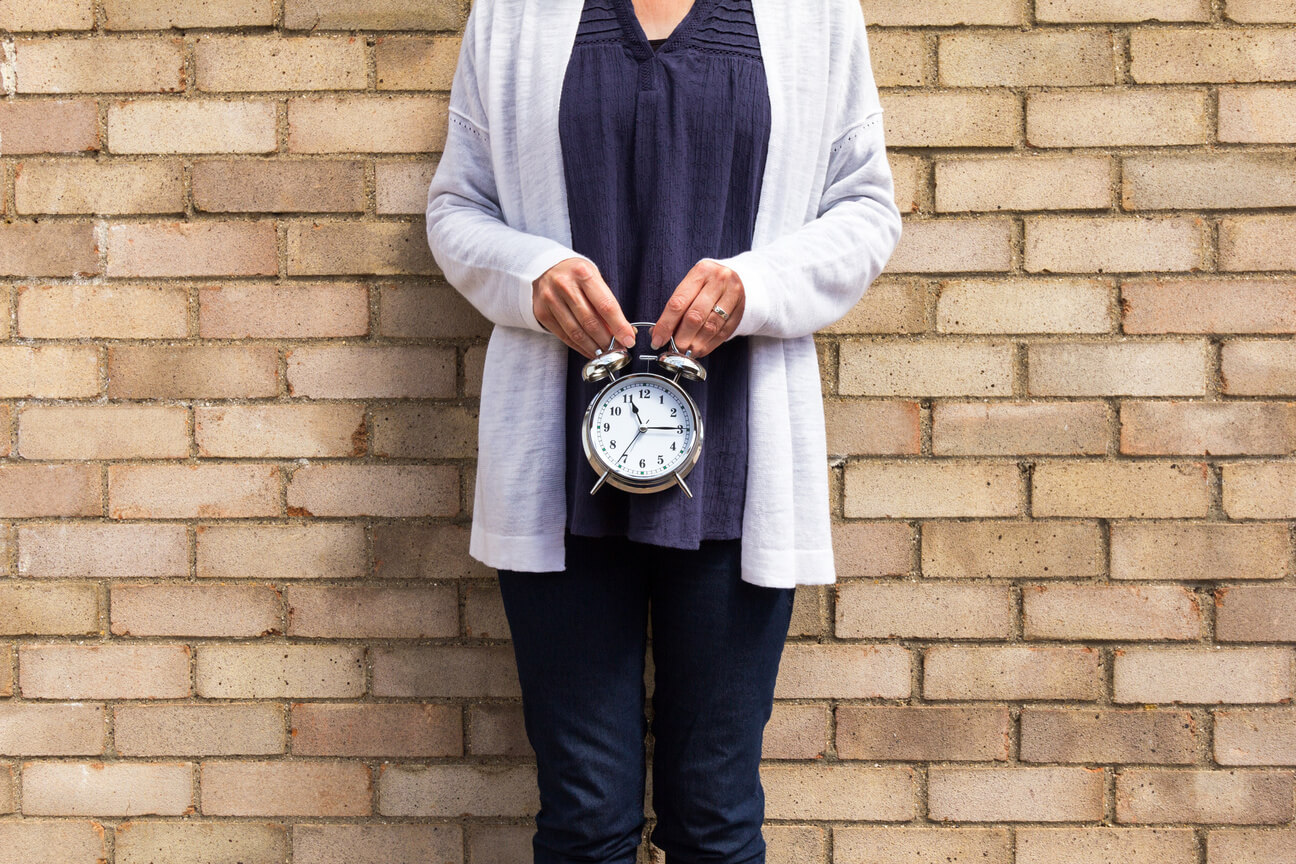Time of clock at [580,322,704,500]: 11:14
